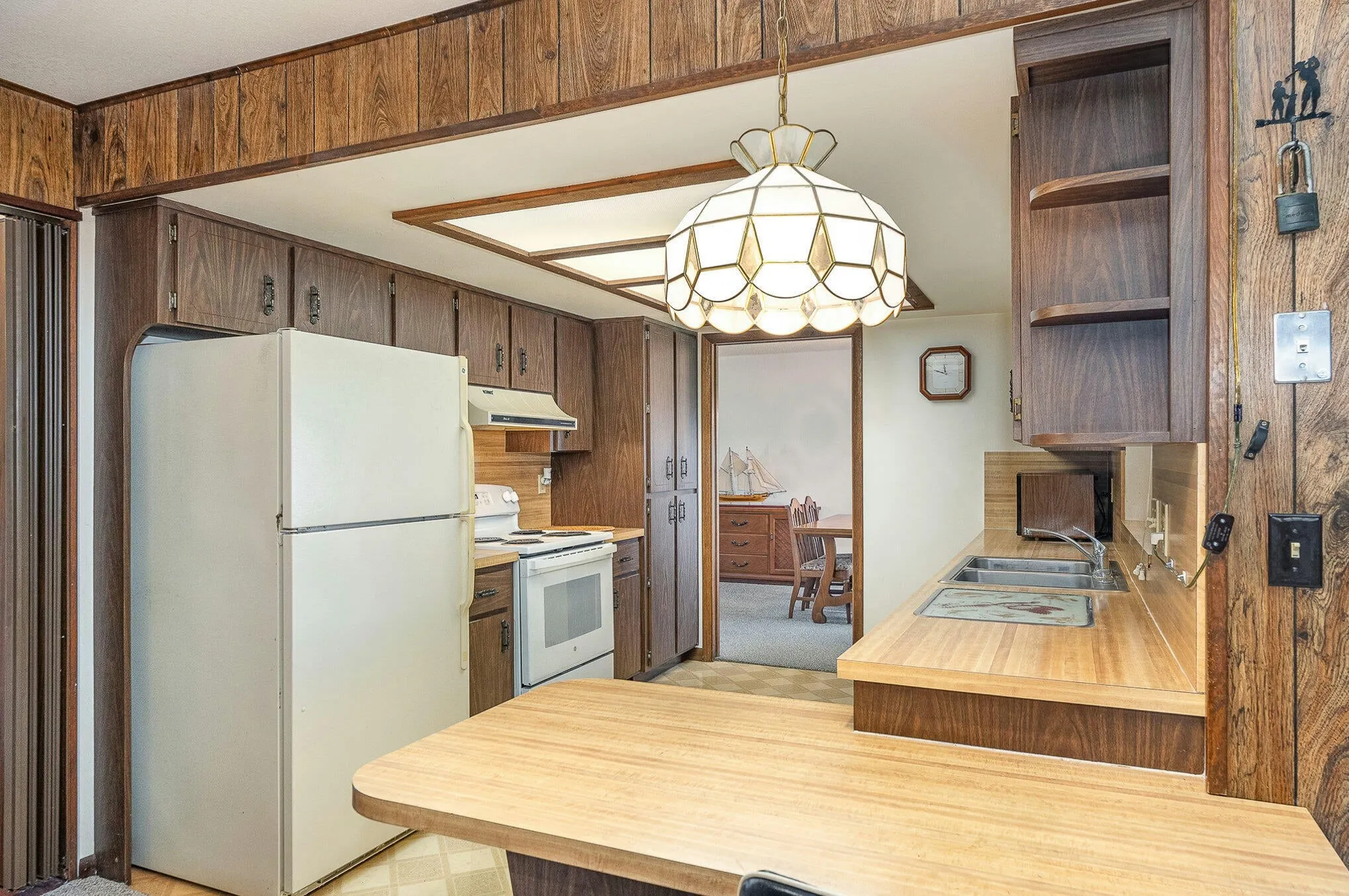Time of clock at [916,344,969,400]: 11:48
